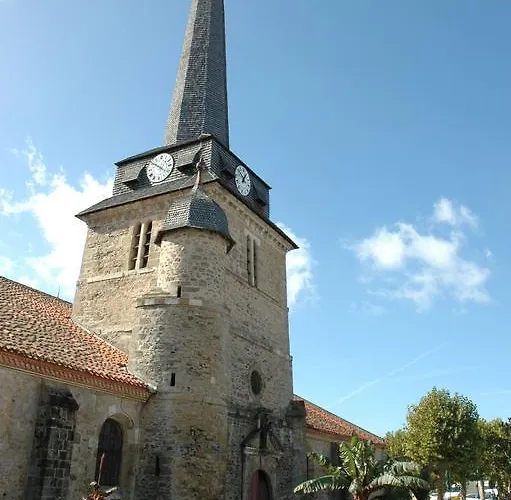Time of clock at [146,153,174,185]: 10:21
